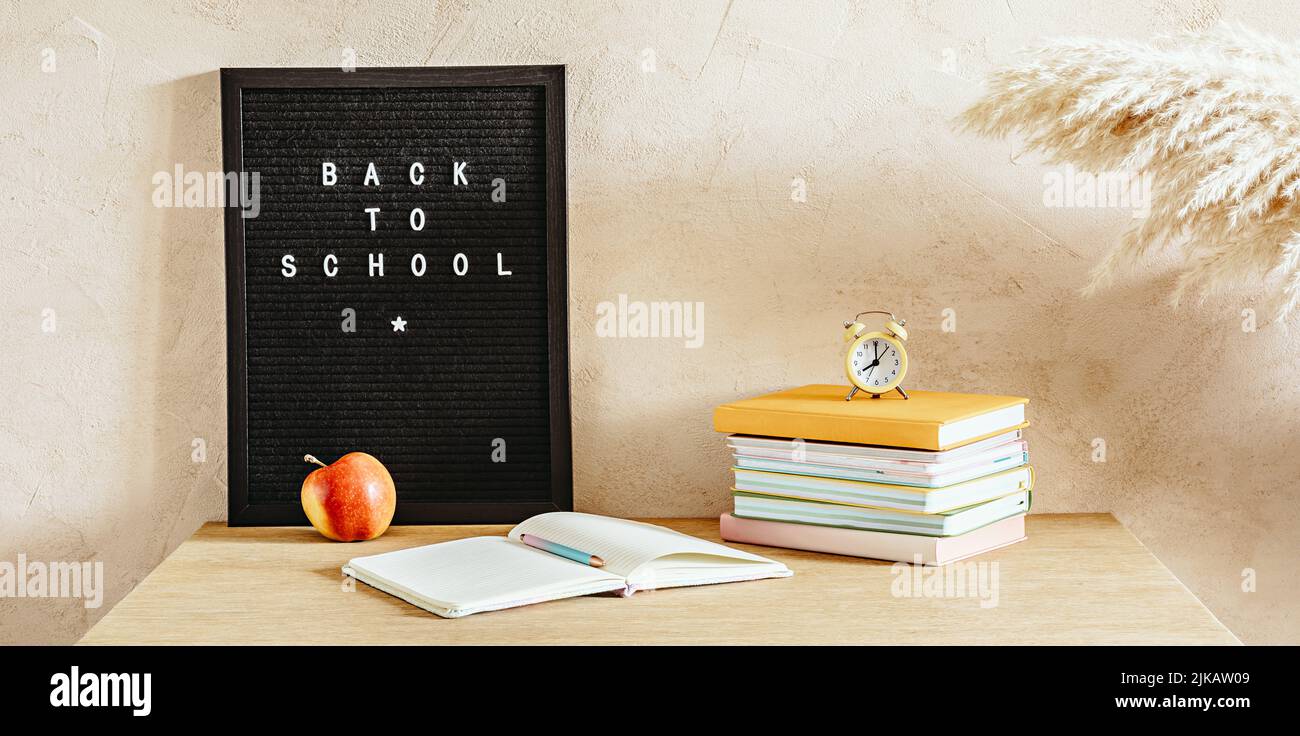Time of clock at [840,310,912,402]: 8:00
